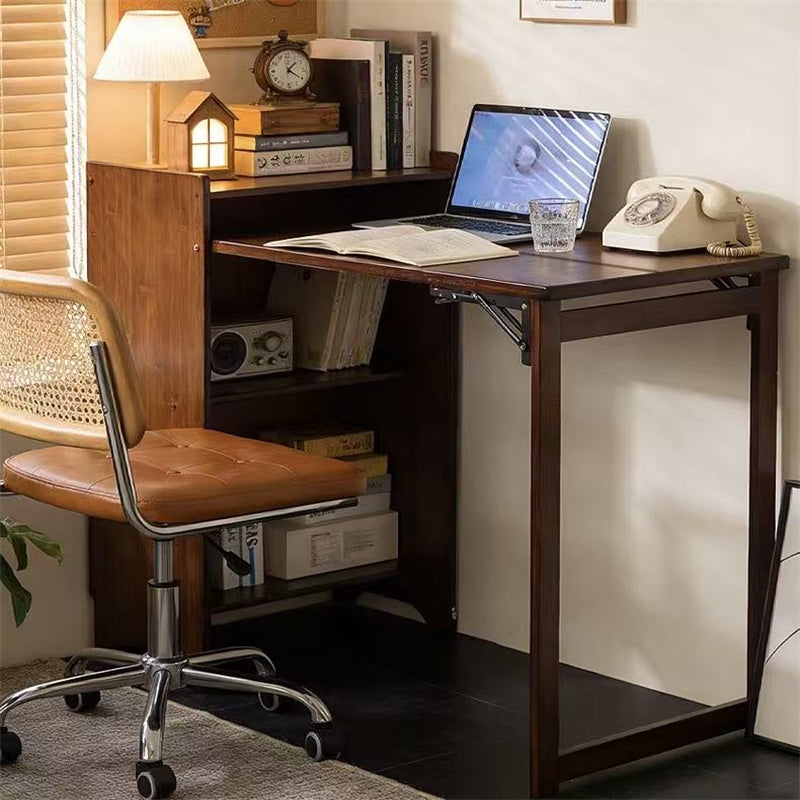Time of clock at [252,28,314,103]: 1:20
